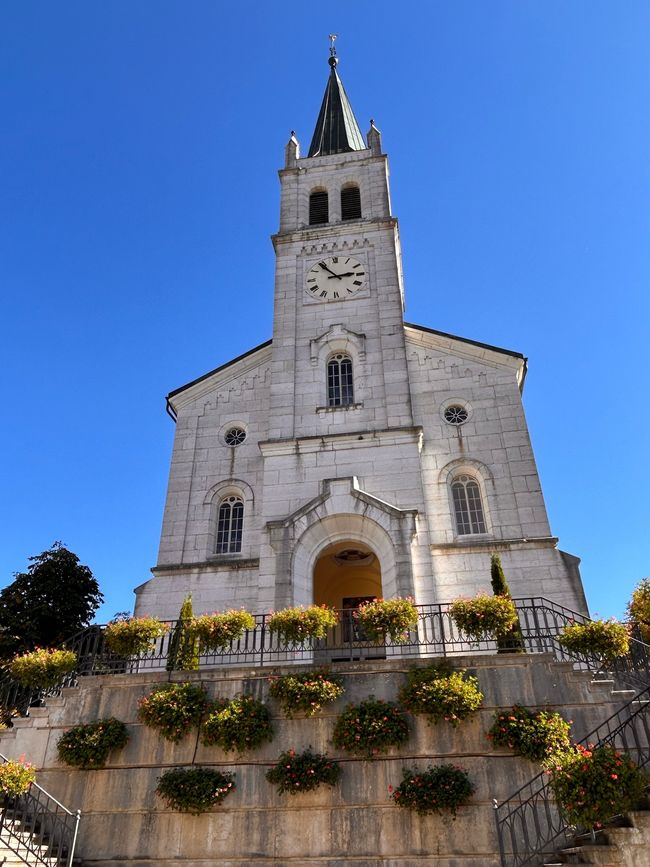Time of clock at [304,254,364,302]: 2:53
